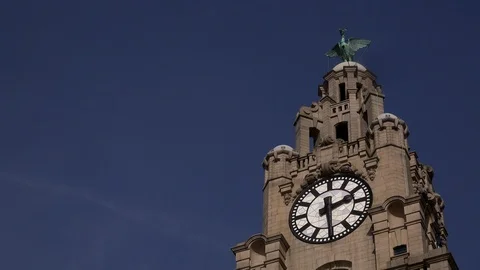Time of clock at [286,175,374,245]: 2:29
